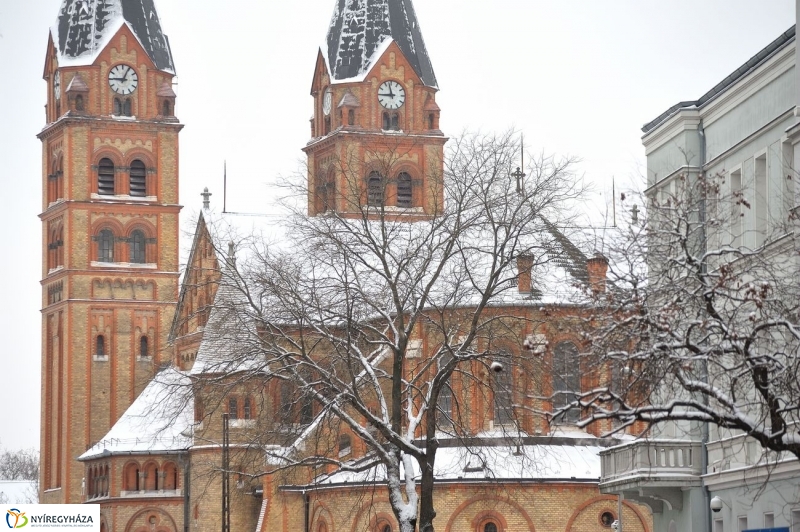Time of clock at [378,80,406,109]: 8:57
